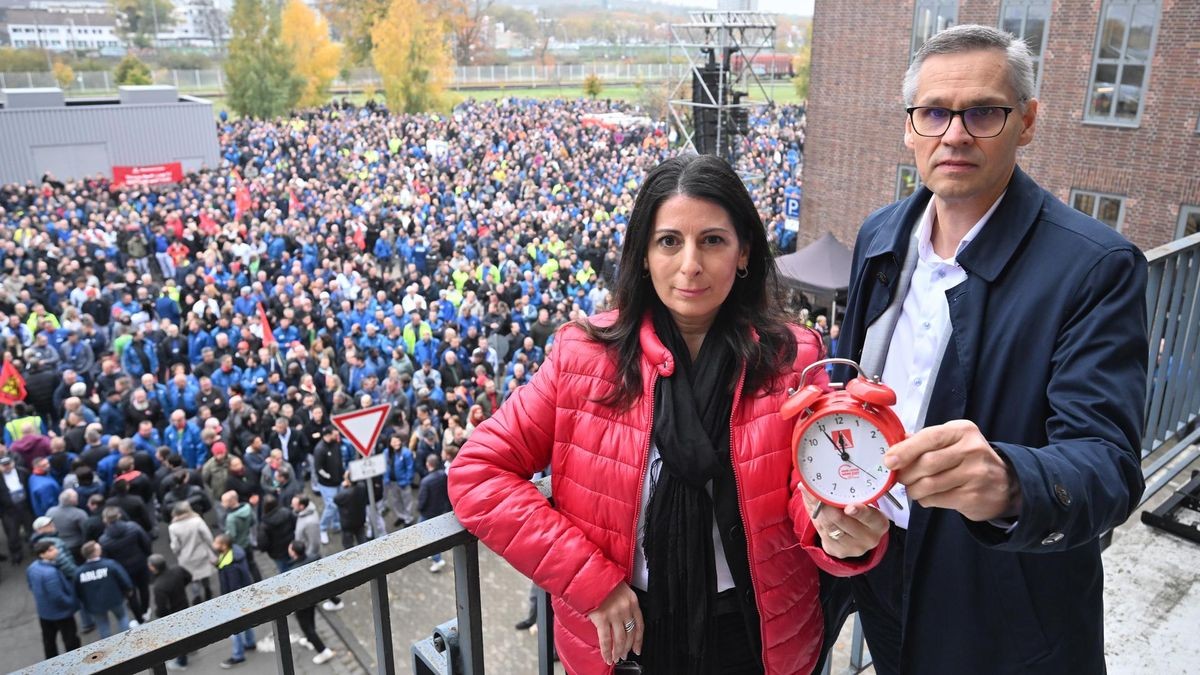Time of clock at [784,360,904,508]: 11:54
